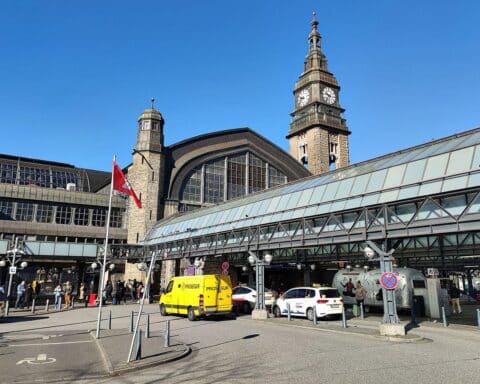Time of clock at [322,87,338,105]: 9:36
